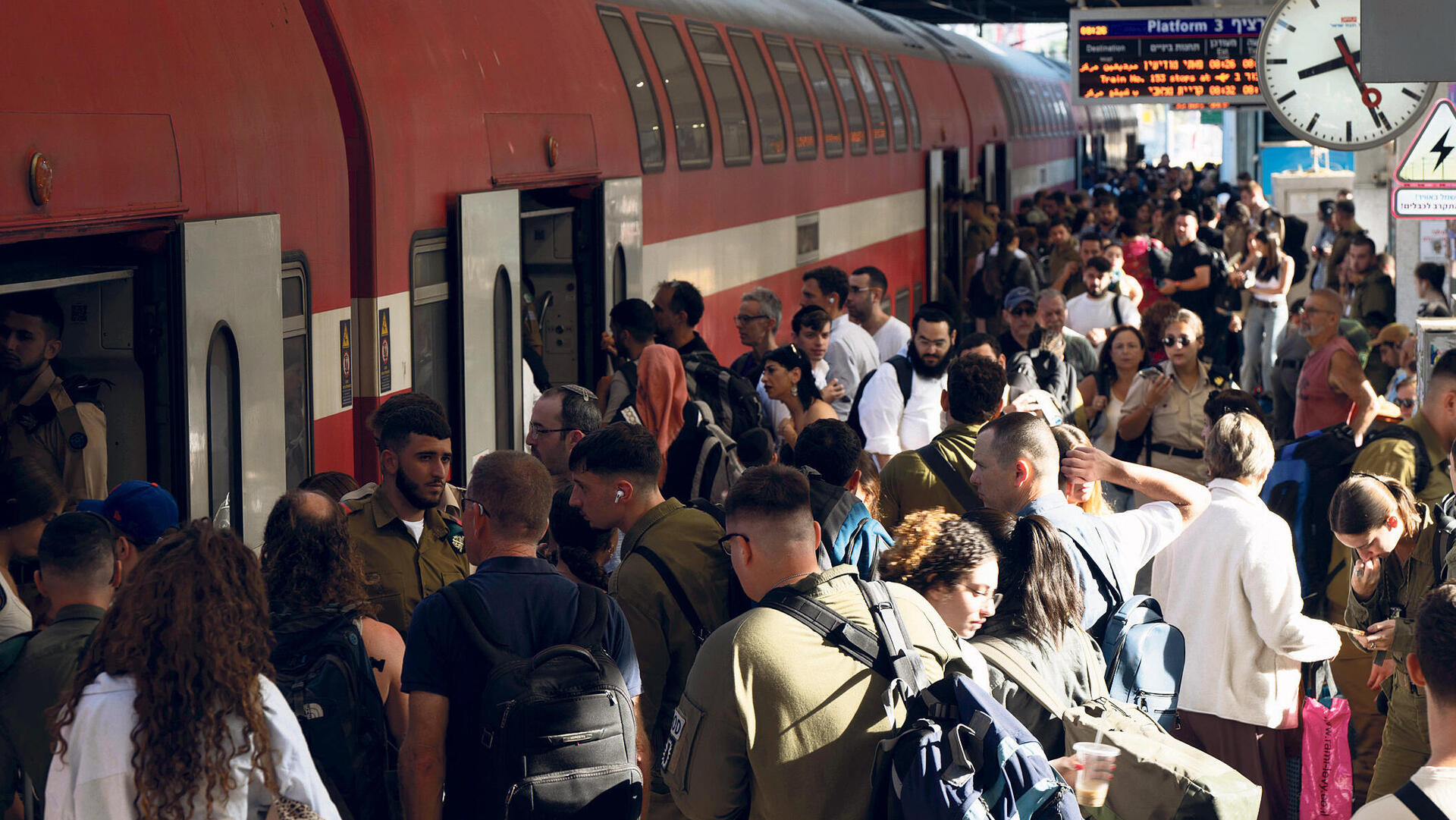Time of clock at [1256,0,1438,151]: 8:25
